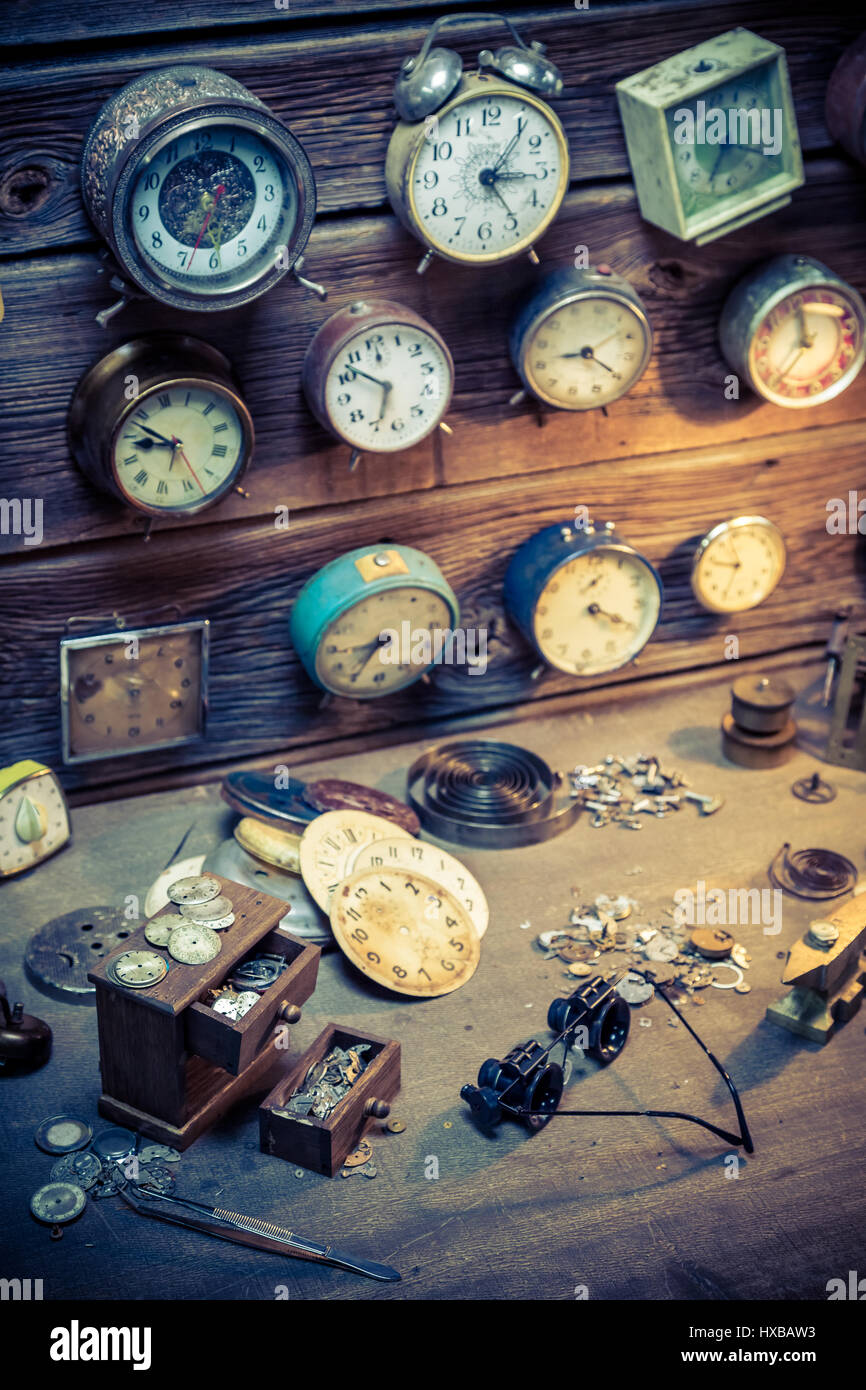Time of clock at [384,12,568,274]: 3:06
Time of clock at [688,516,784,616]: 9:34
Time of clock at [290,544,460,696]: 8:35
